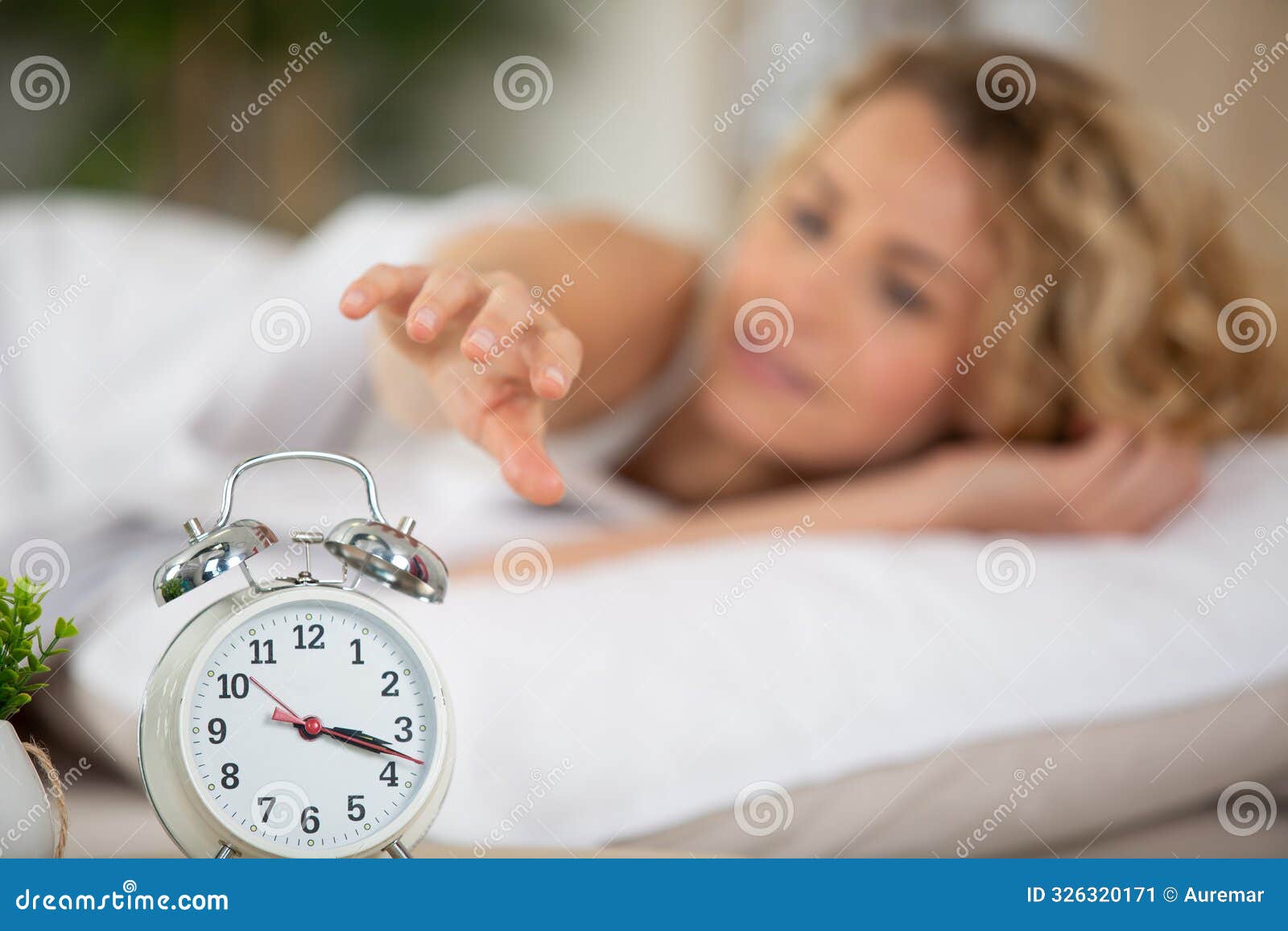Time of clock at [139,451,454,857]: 3:17
